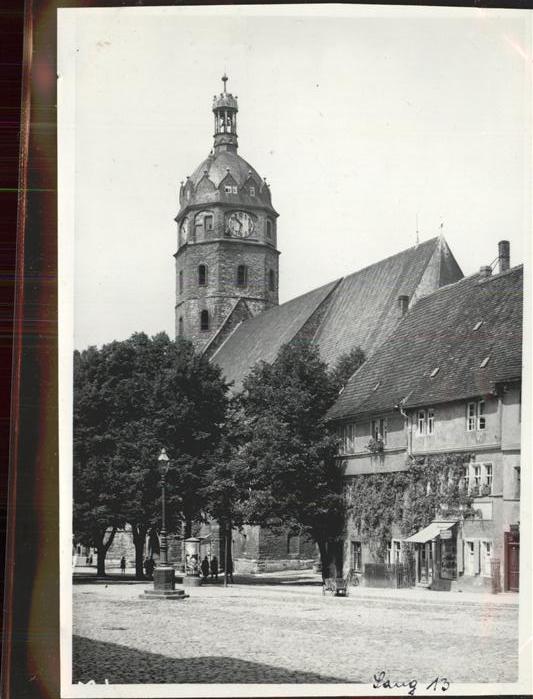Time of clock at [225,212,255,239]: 10:32
